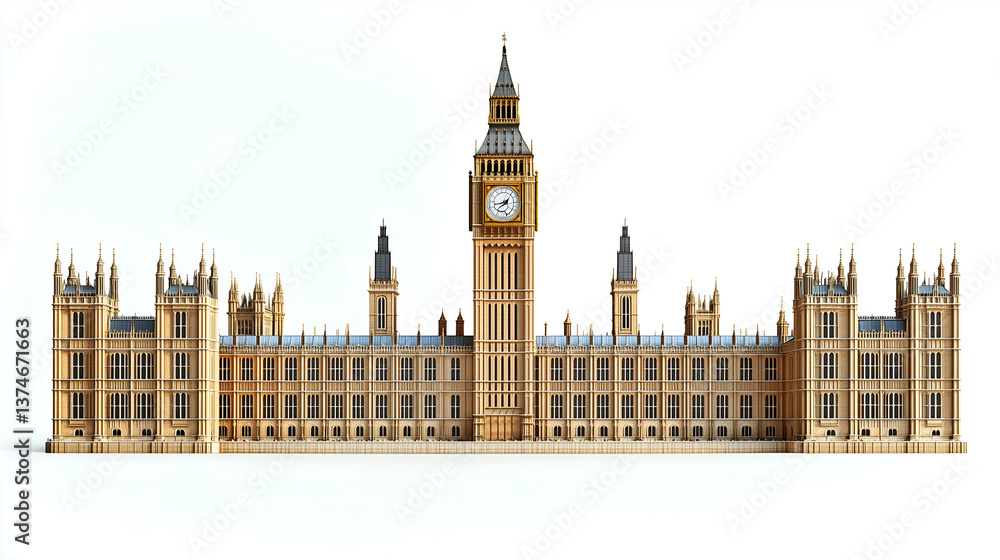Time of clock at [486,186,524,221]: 1:42
